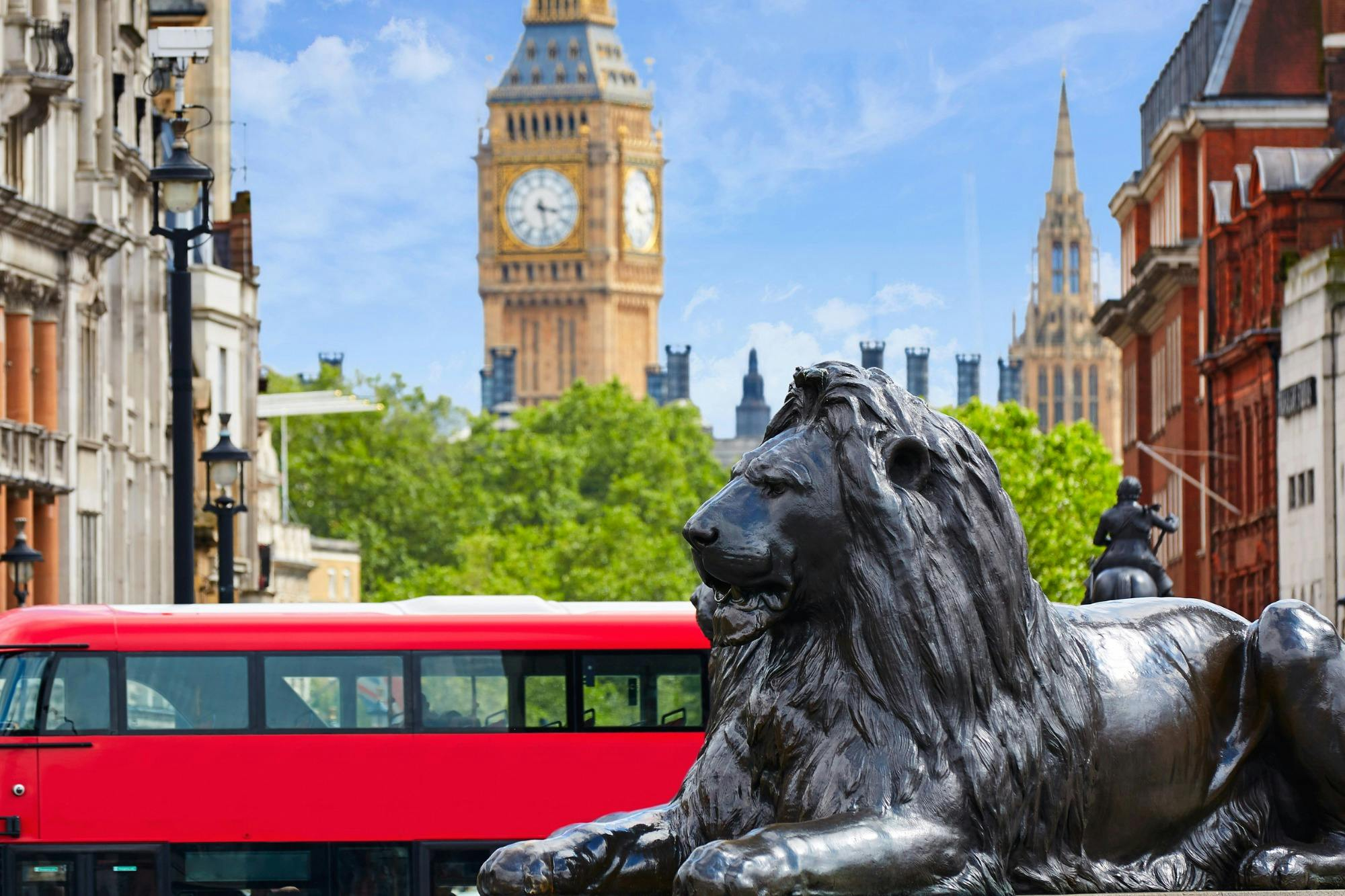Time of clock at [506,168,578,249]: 3:27
